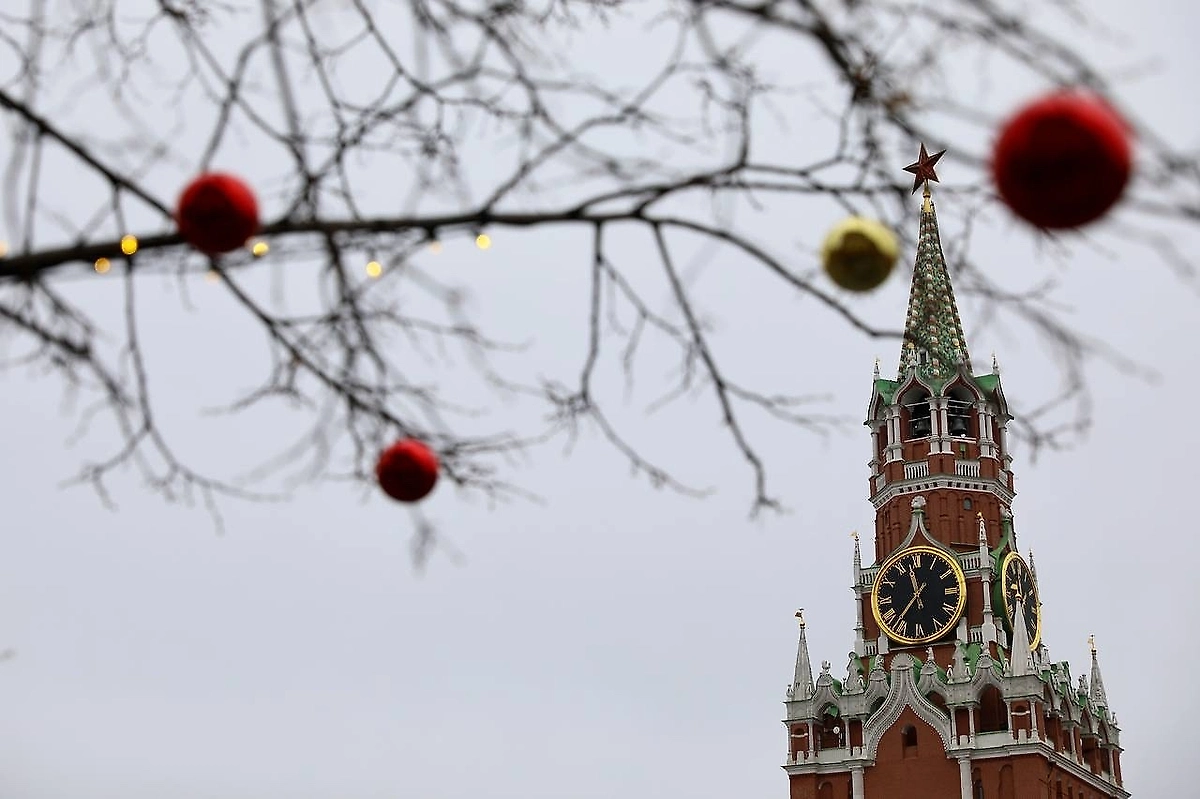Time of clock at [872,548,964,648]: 11:36
